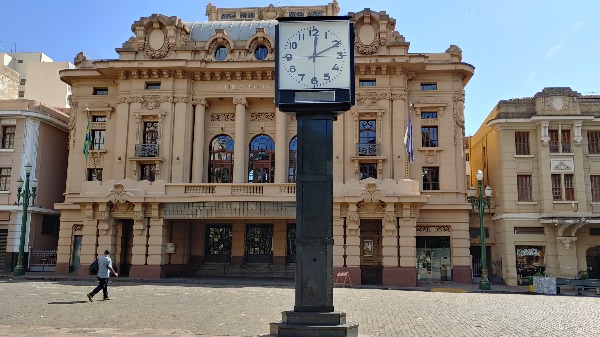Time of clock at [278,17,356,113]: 12:10
